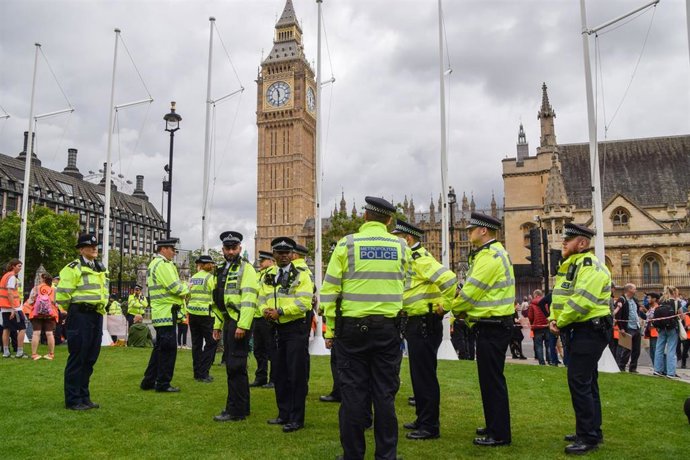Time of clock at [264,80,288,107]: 11:30
